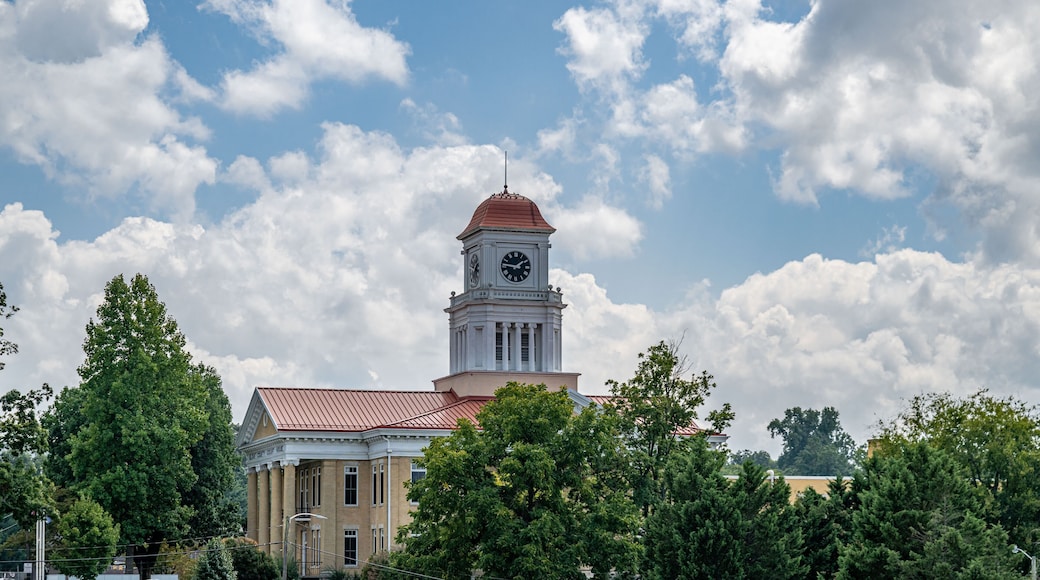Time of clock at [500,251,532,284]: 1:46
